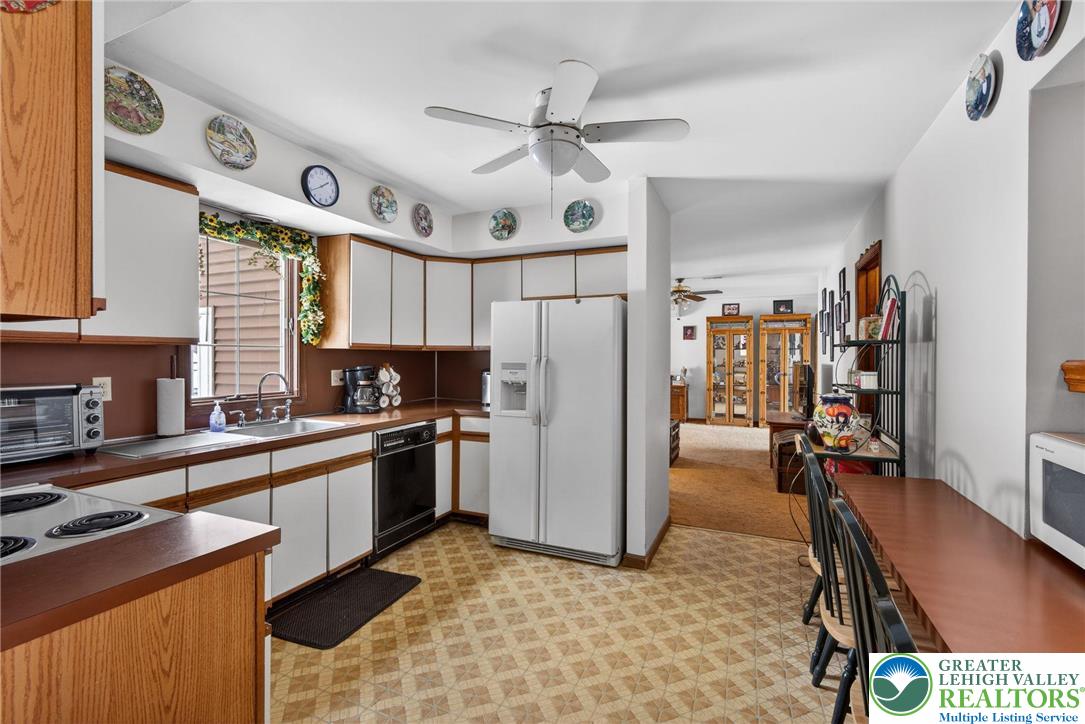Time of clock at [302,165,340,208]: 1:39
